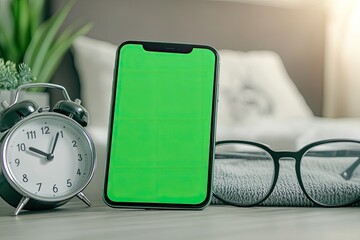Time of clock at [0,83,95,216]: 10:04
